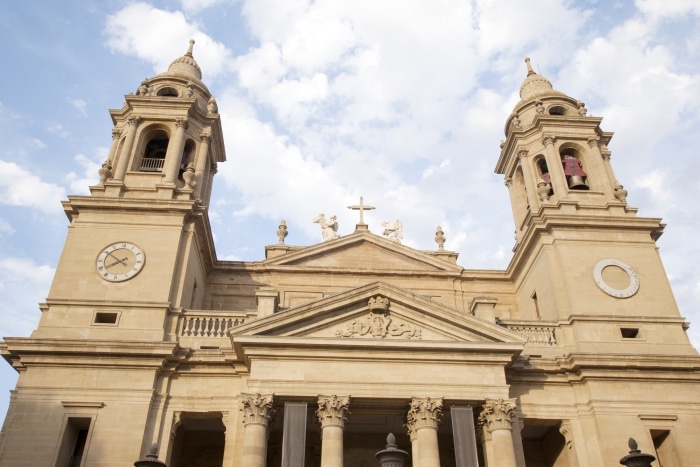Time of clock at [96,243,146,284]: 7:50
